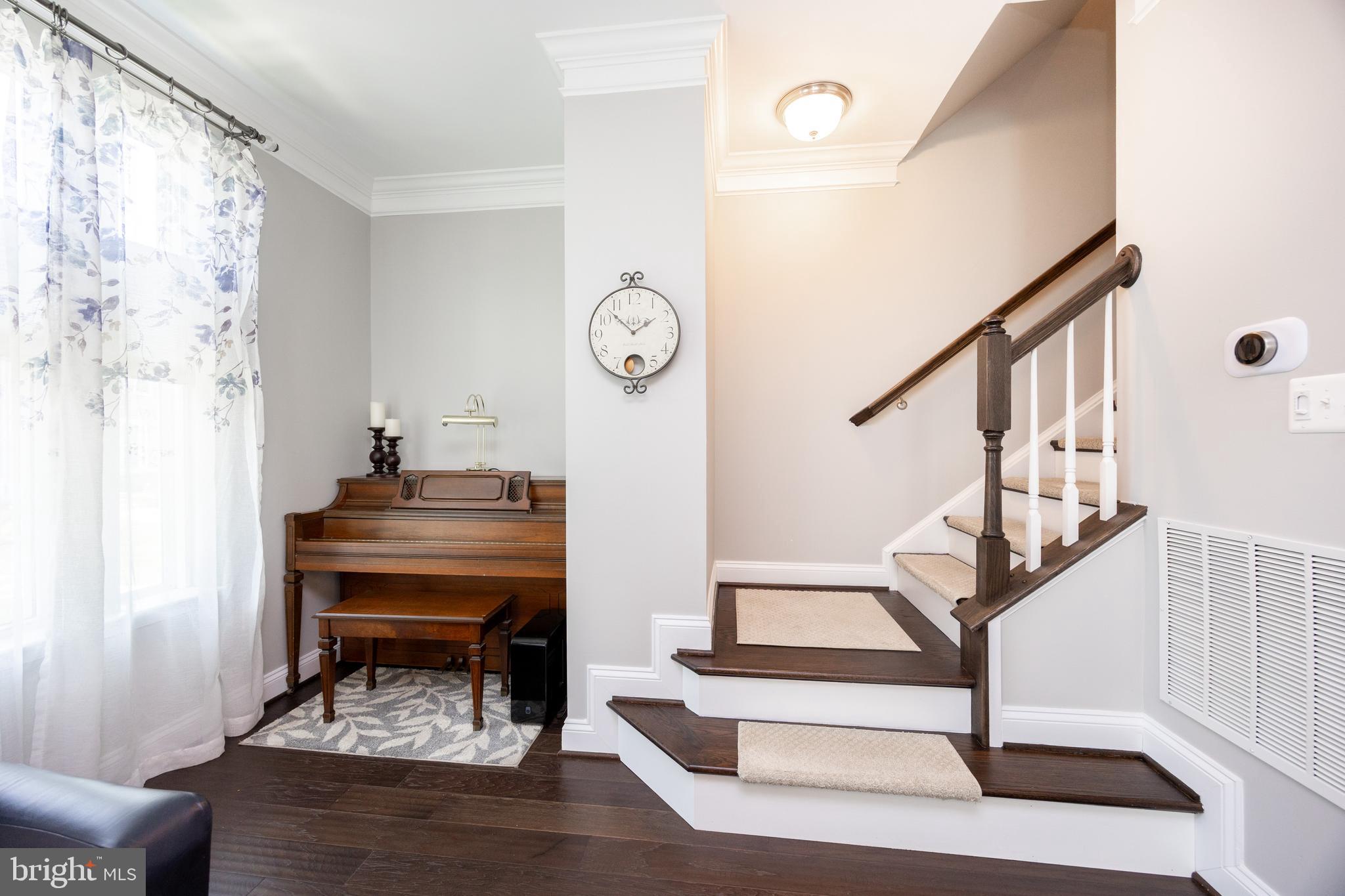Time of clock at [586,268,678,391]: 1:52
